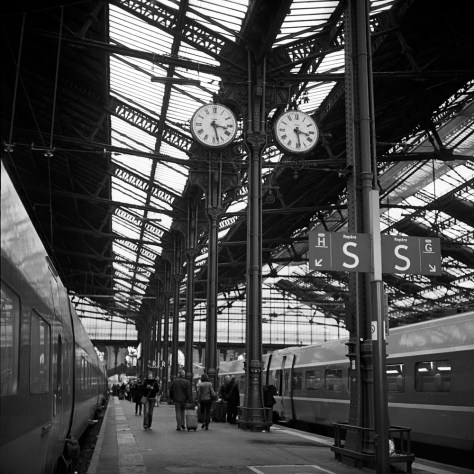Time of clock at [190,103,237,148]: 3:27
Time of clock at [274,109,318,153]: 3:28
